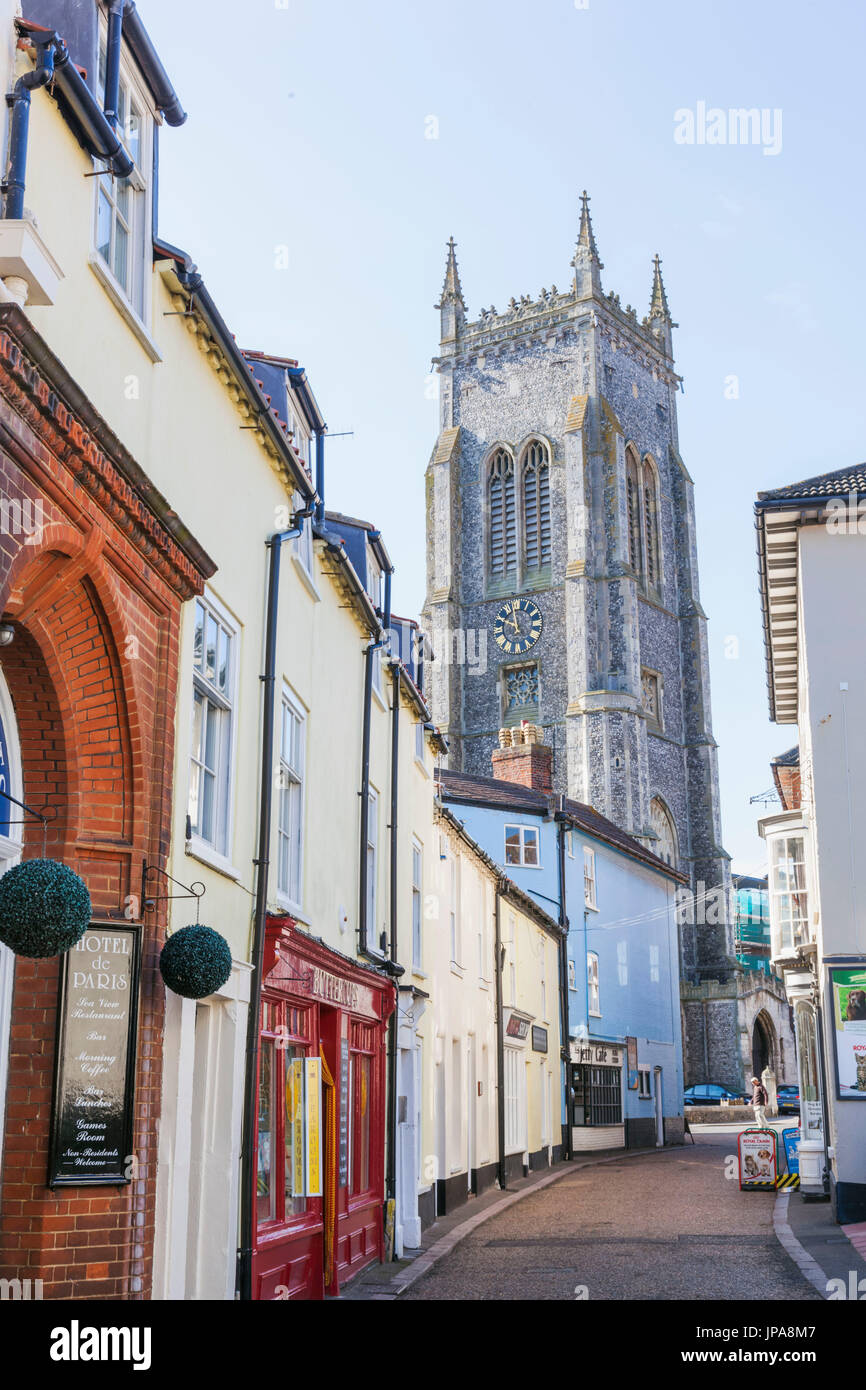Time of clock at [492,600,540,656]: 11:49
